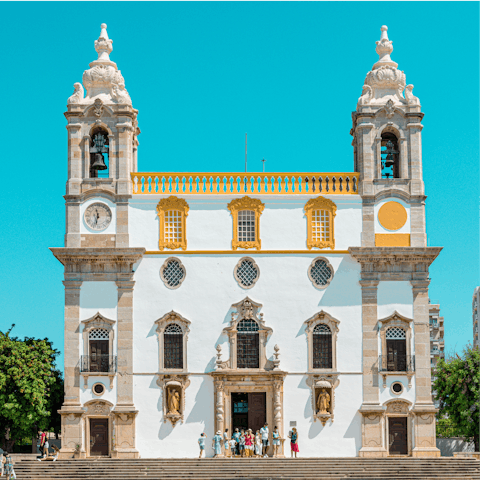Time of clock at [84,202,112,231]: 11:32
